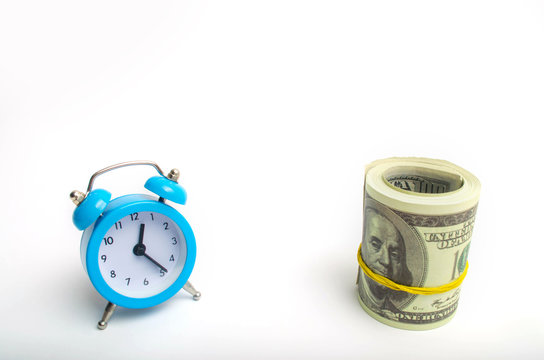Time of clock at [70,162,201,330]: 12:23
